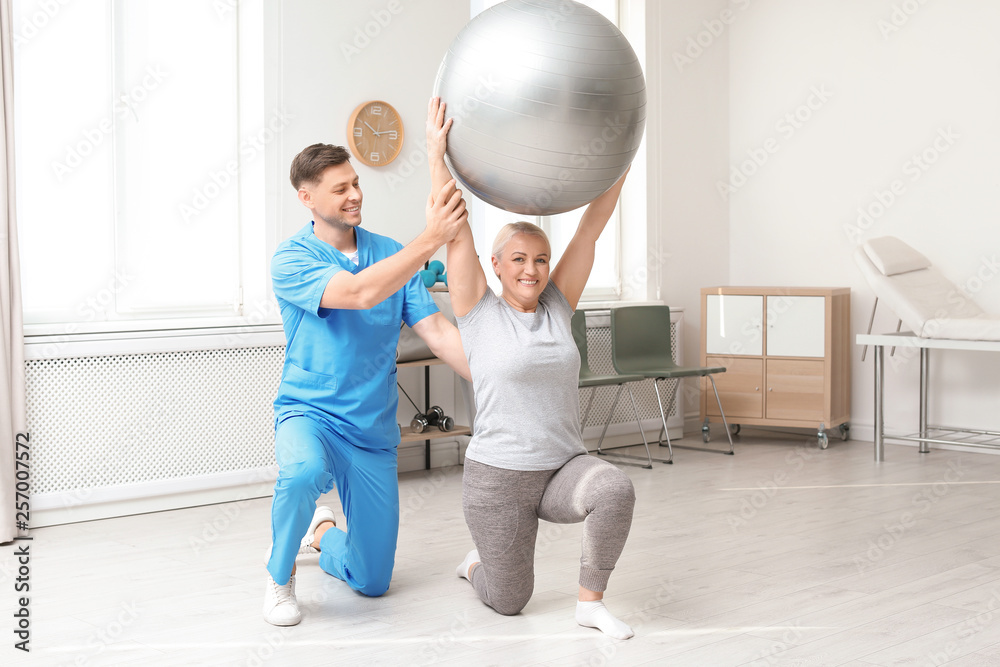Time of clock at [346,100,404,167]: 10:13
